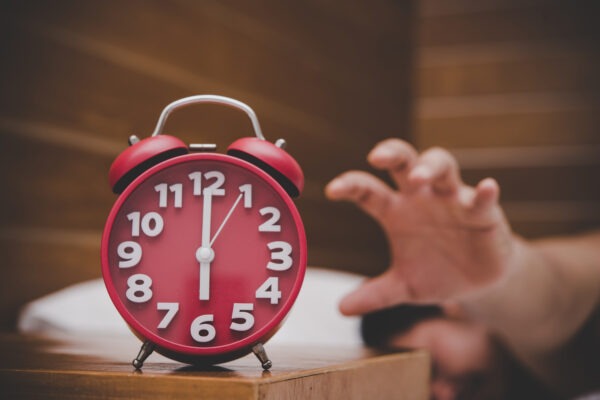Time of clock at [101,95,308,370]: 6:00
